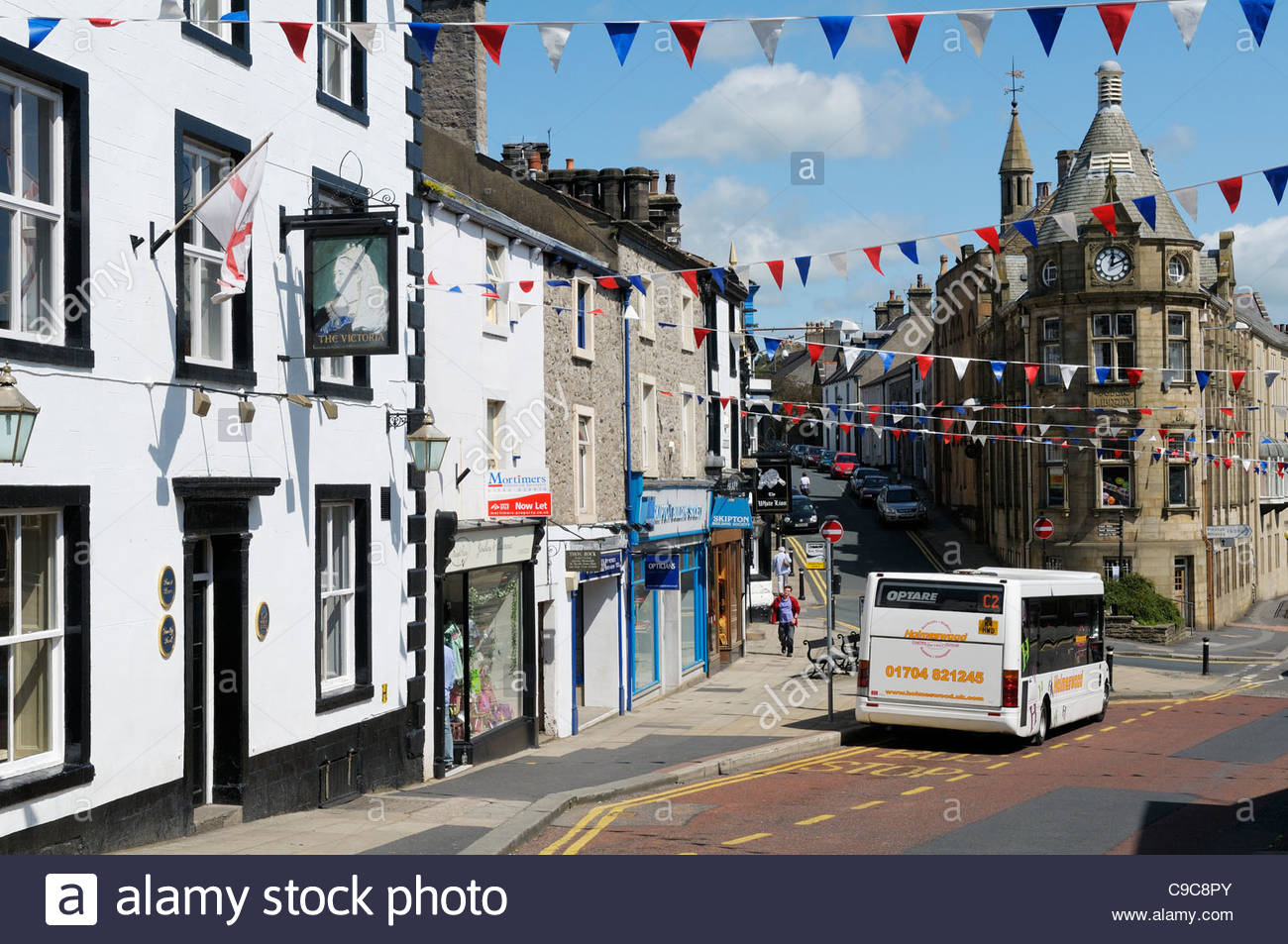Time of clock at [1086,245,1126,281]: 12:10
